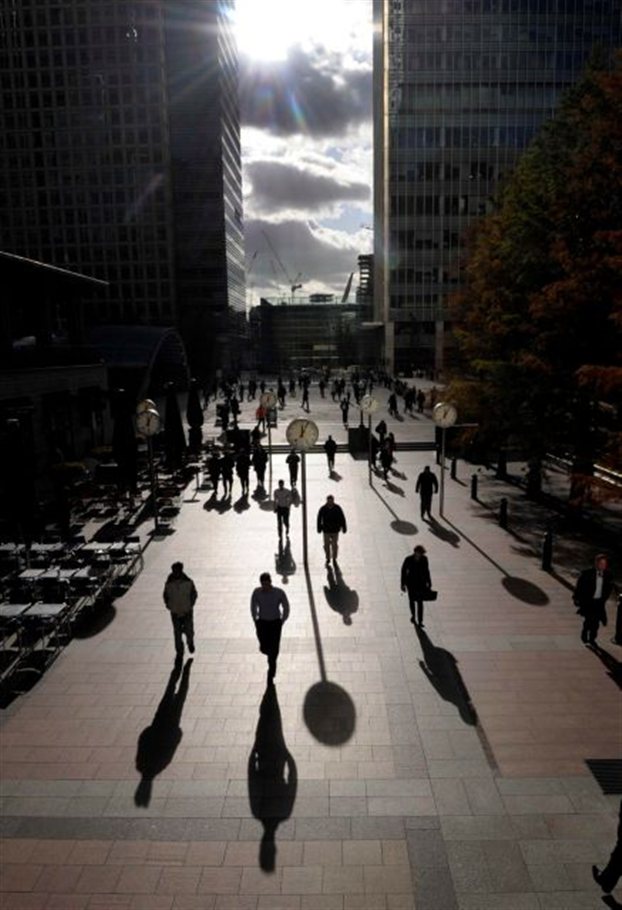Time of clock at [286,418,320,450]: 12:04
